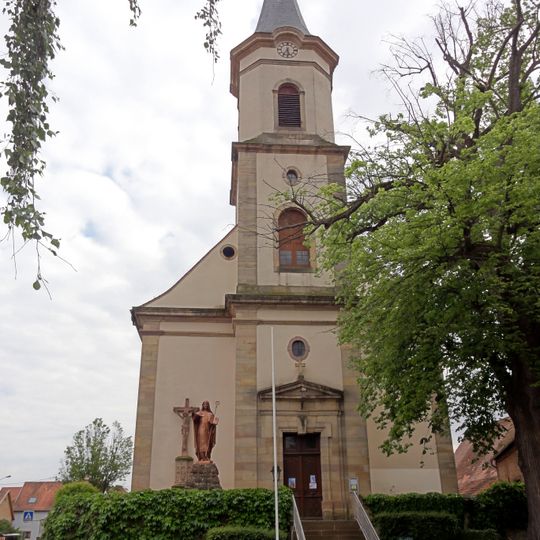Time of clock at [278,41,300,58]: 5:35
